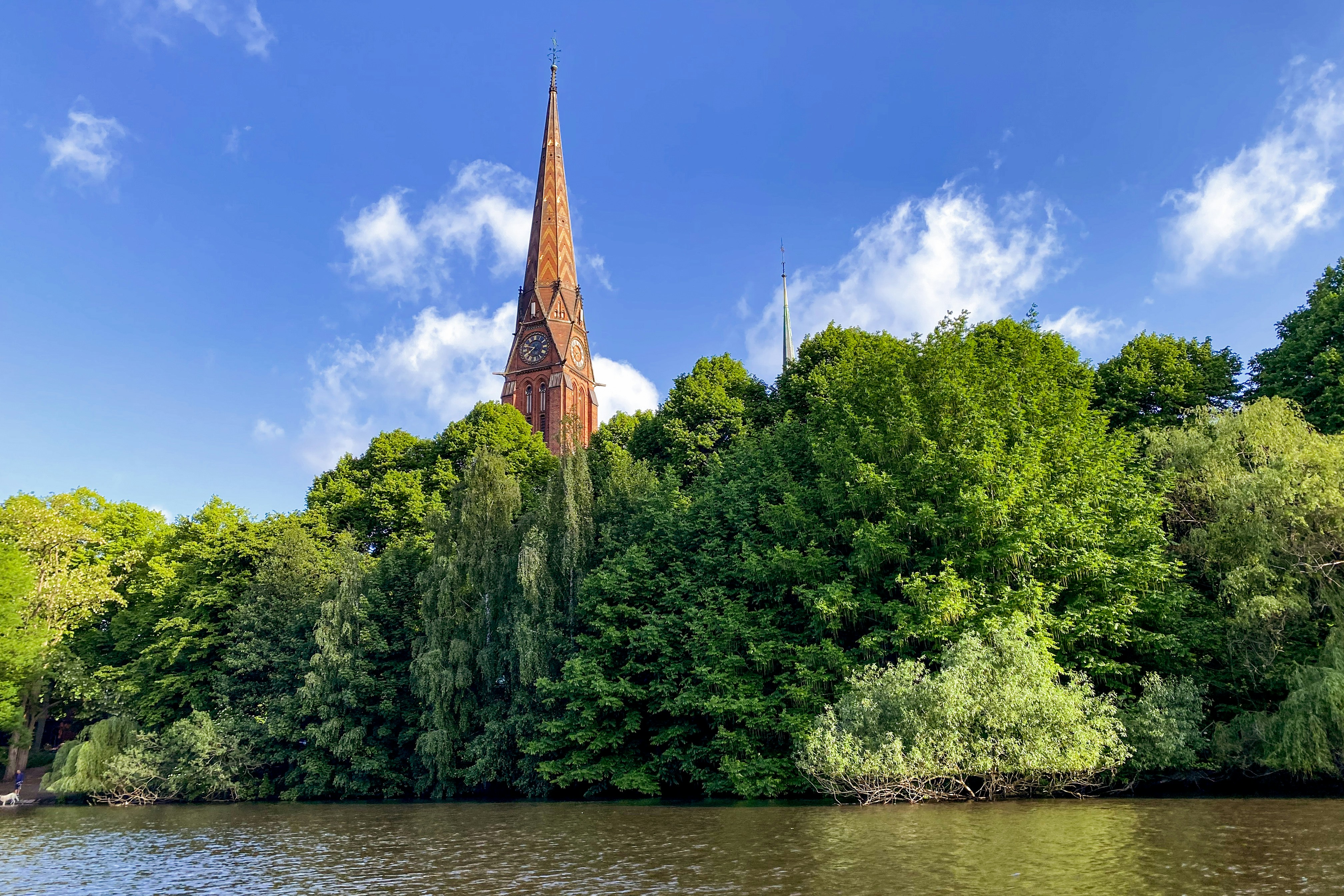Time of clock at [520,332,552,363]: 7:47
